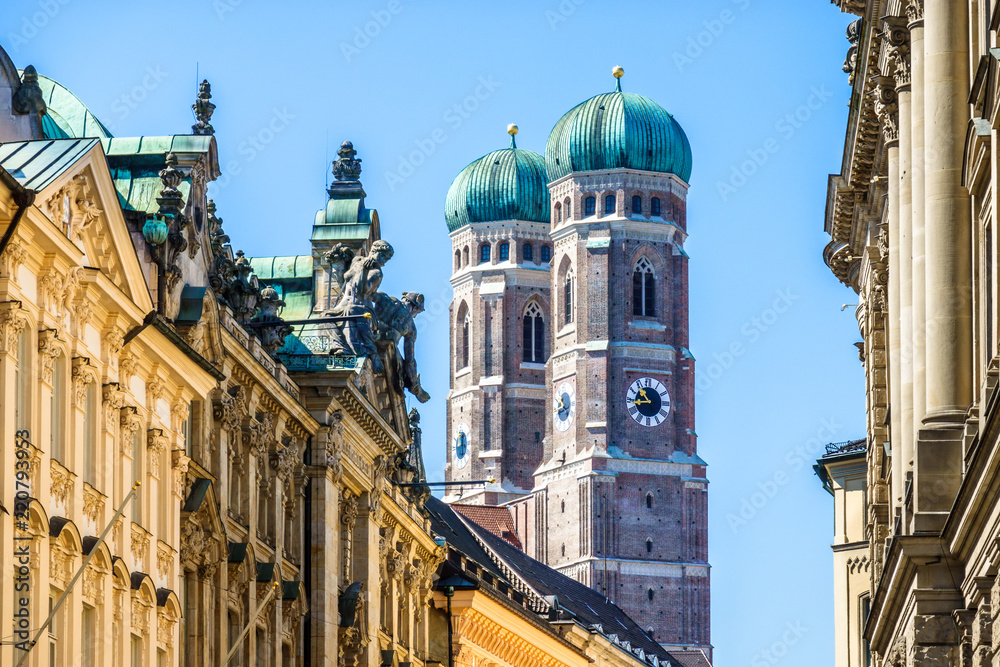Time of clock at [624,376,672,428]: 10:43
